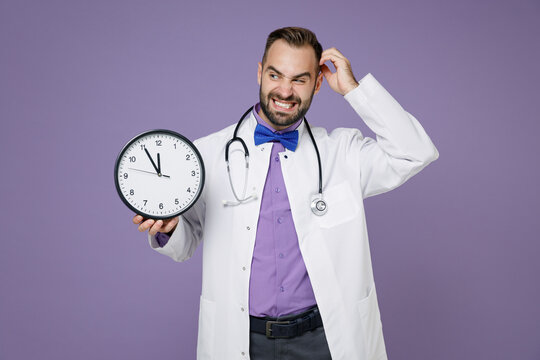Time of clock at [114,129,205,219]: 11:55
